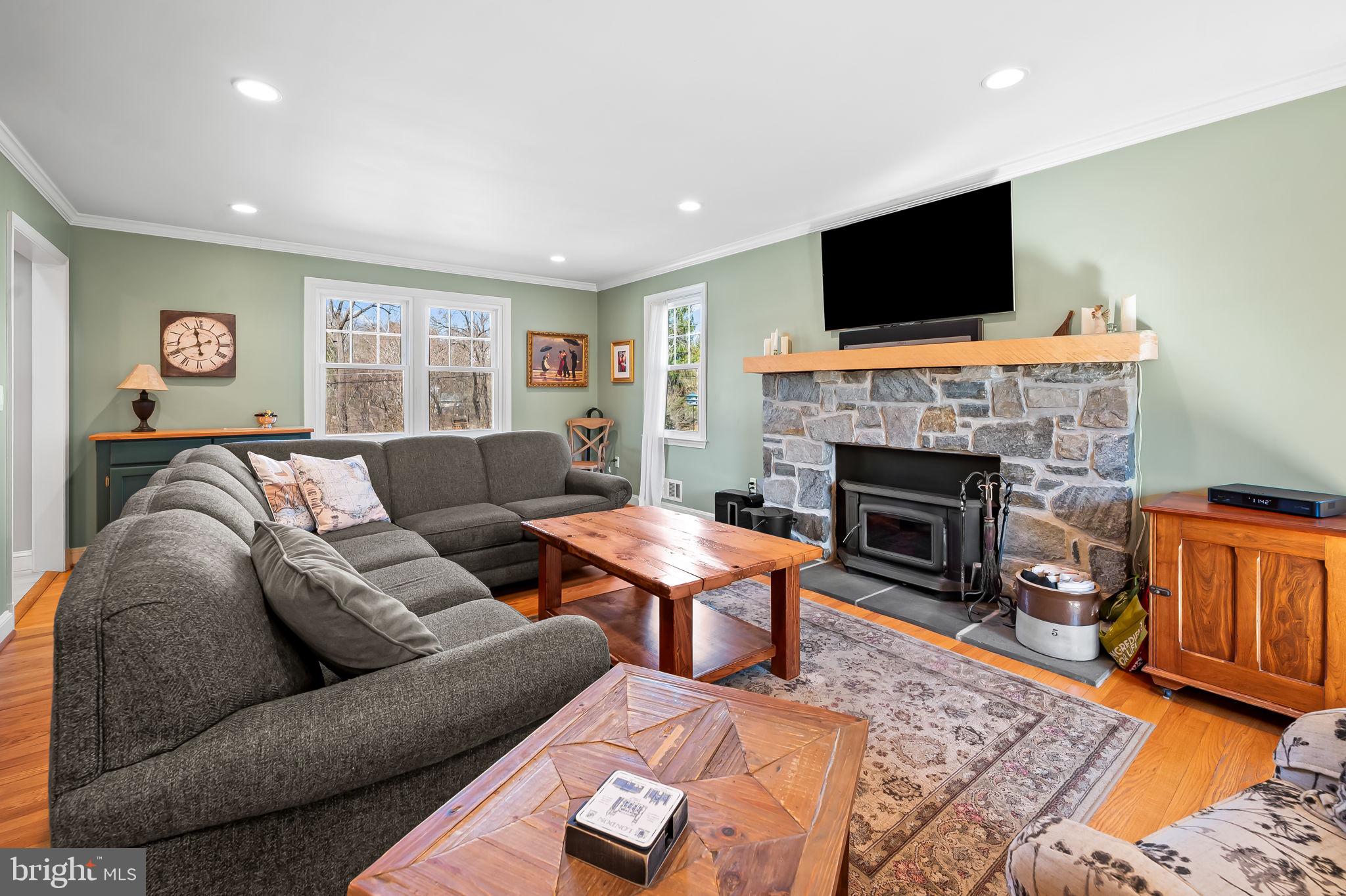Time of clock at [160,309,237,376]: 11:41
